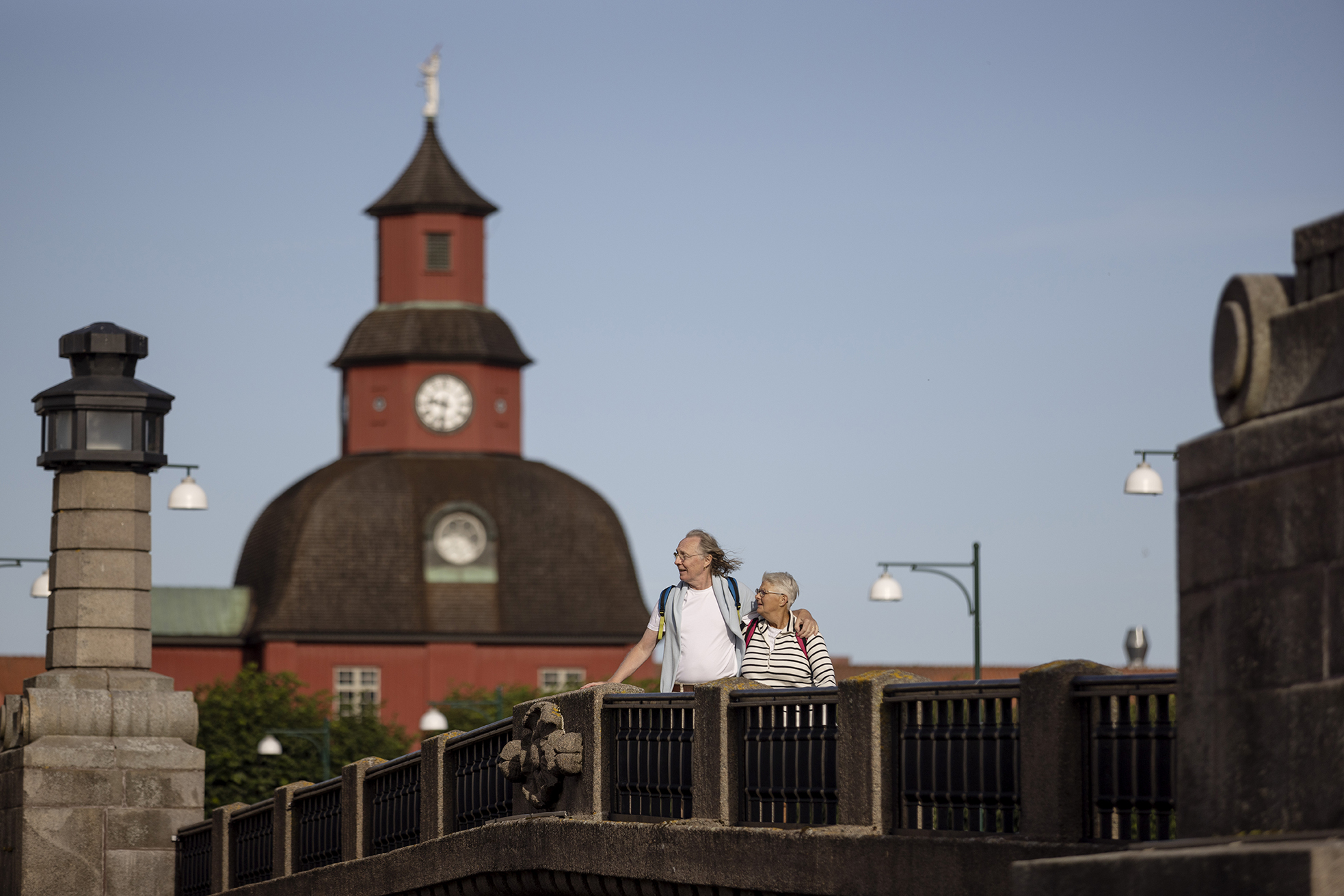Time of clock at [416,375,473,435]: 9:32
